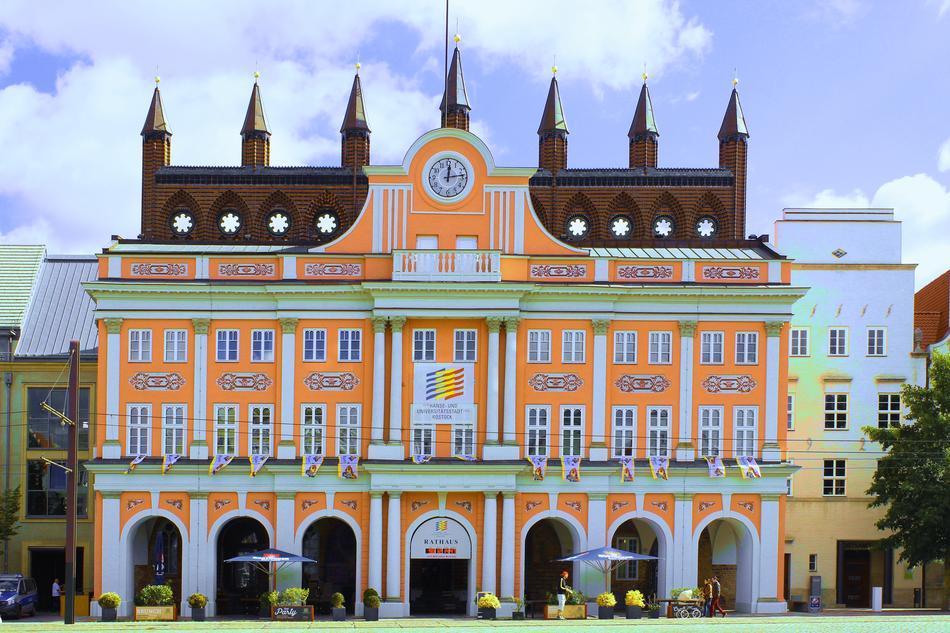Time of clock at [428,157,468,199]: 12:13
